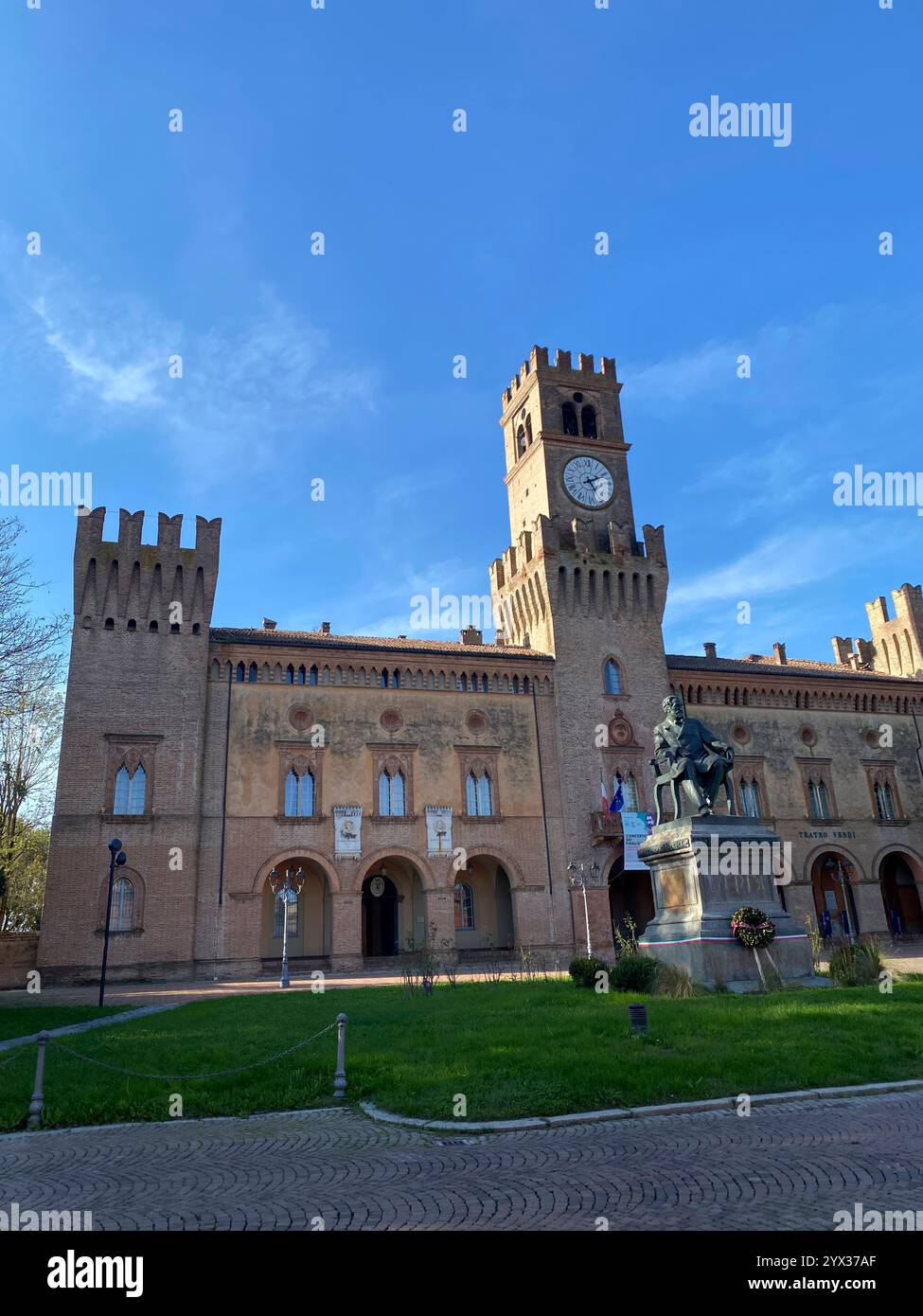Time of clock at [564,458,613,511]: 5:10
